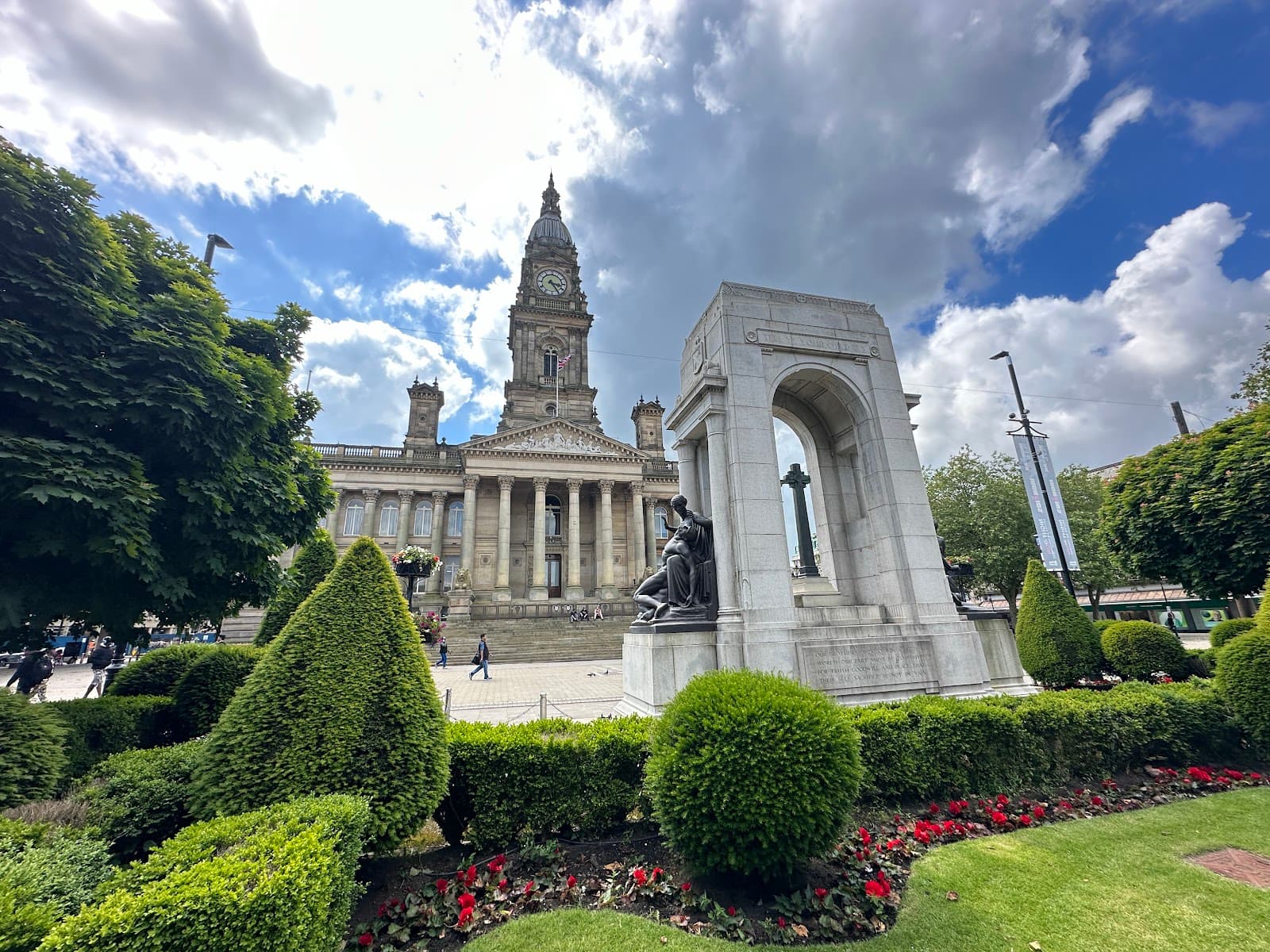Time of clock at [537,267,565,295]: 3:24
